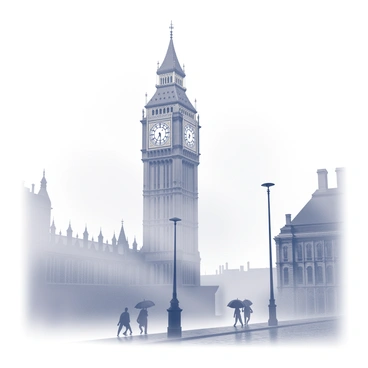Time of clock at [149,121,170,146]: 5:35
